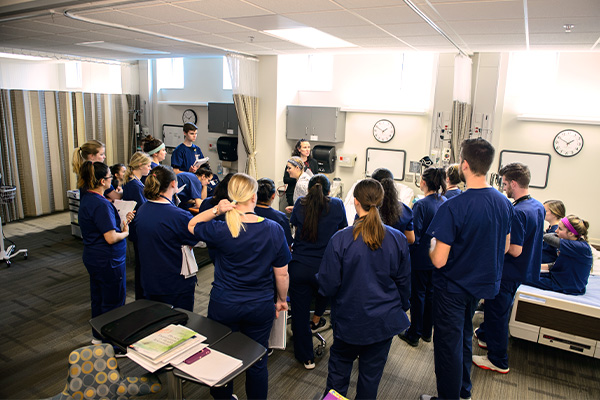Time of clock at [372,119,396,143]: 1:50
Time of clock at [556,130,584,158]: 1:50
